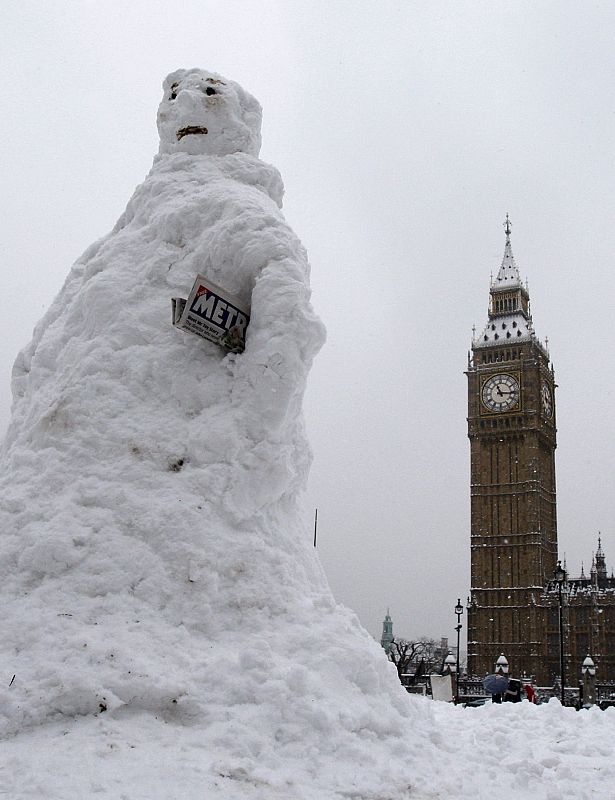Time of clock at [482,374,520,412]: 11:15
